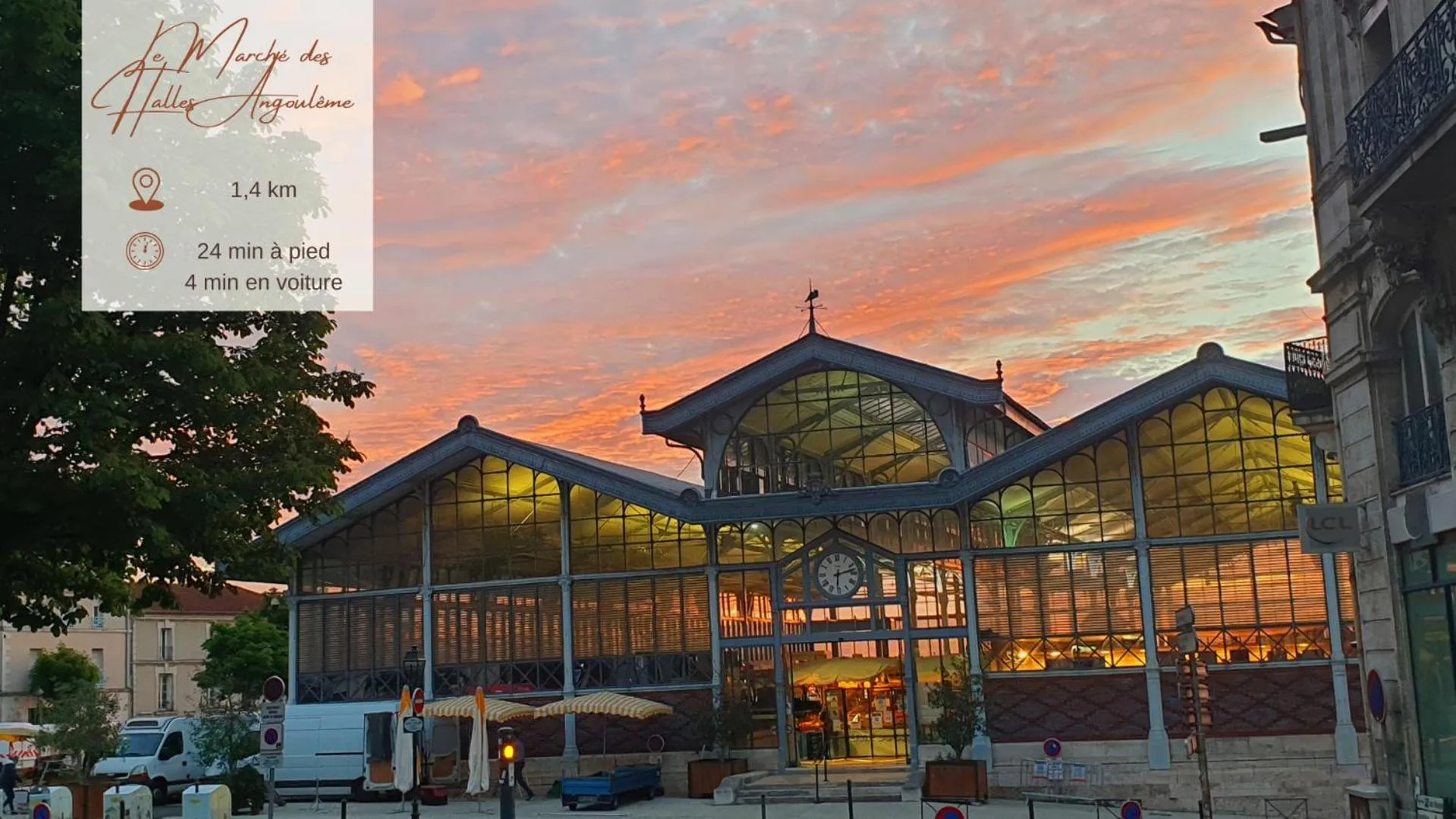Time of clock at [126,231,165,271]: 12:02
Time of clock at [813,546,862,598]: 6:12
